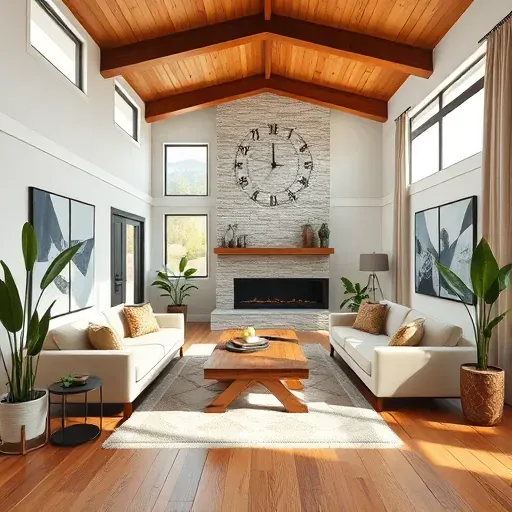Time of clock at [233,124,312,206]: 11:59
